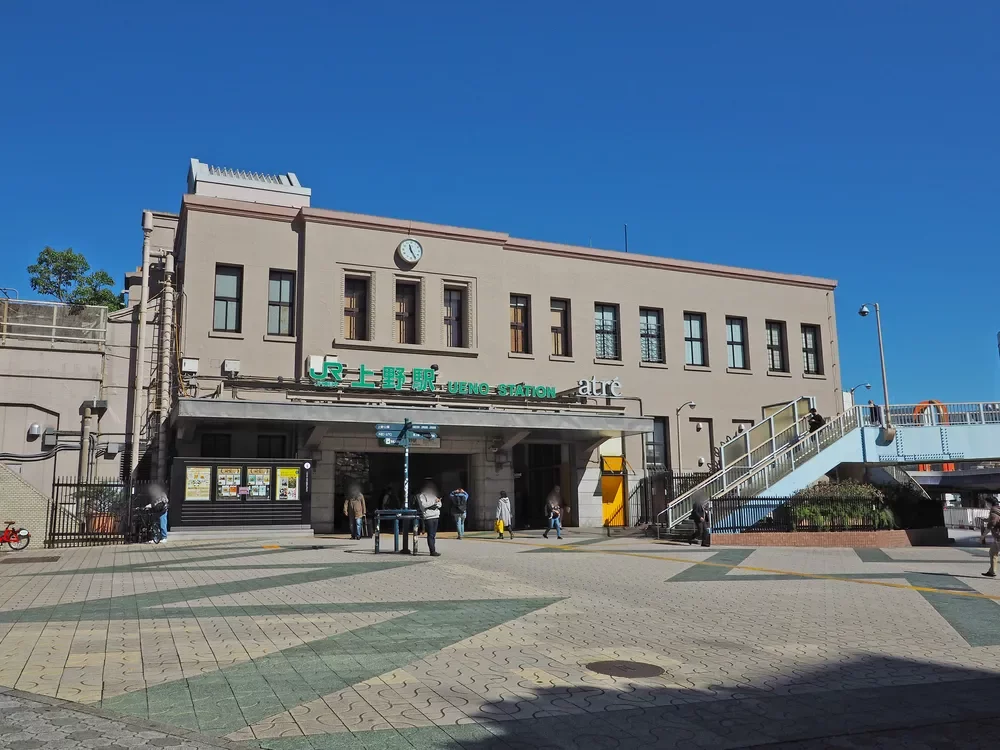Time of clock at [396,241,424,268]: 11:25
